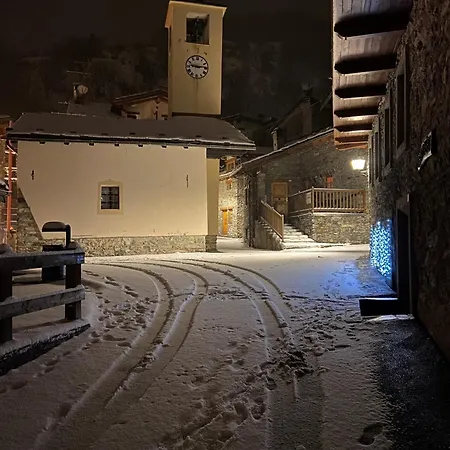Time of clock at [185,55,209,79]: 9:13
